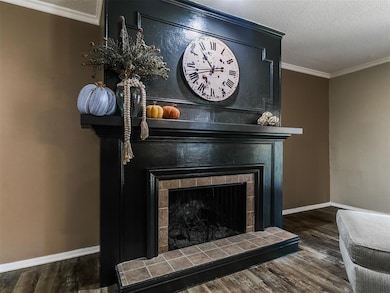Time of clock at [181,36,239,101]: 10:42
